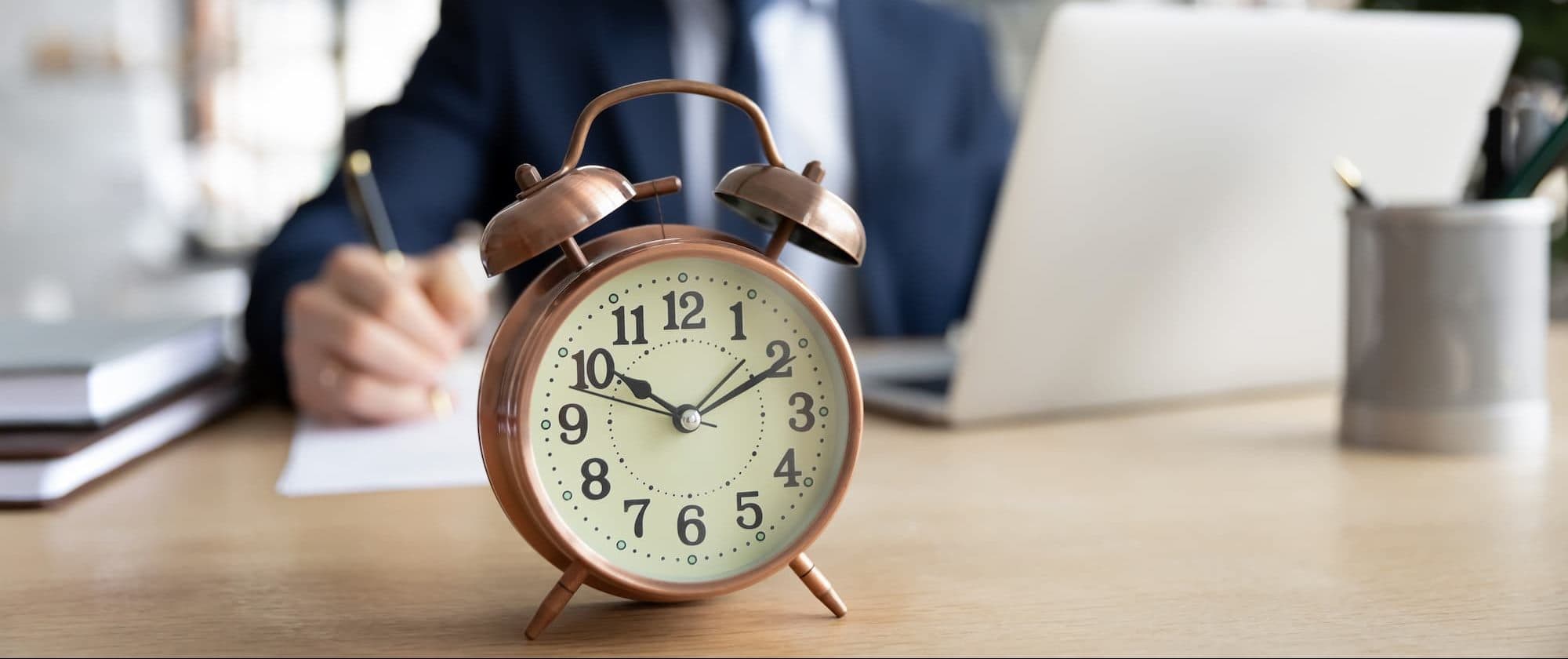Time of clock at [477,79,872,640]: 10:10
